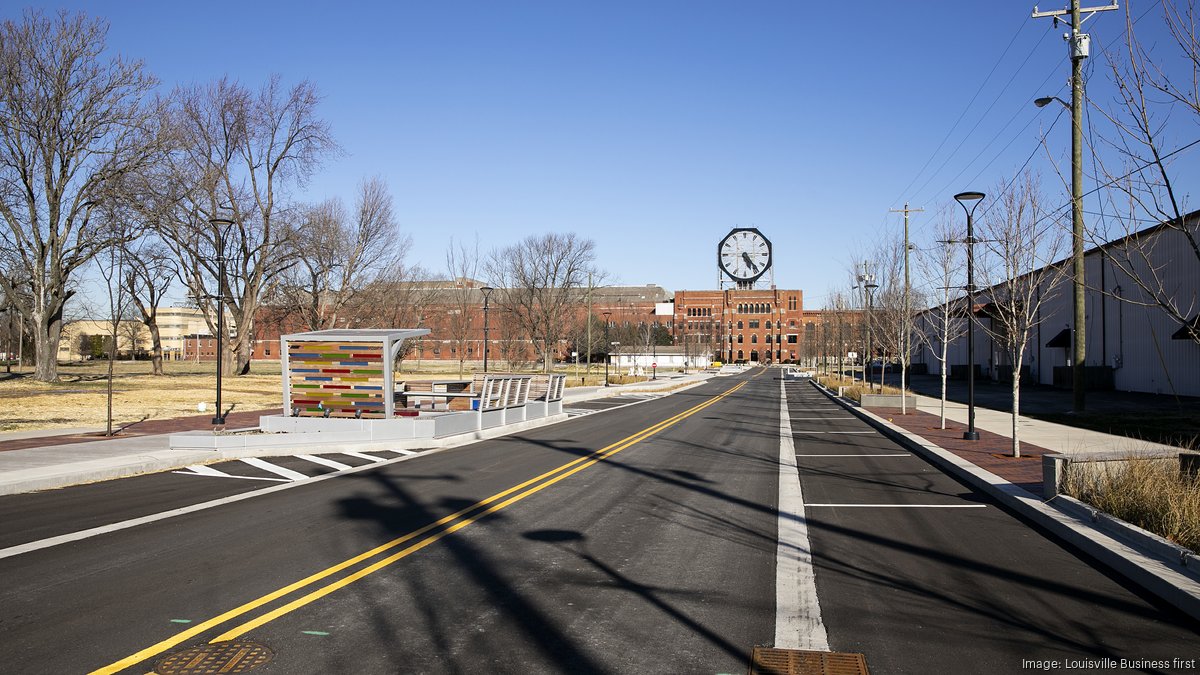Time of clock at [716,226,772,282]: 5:23
